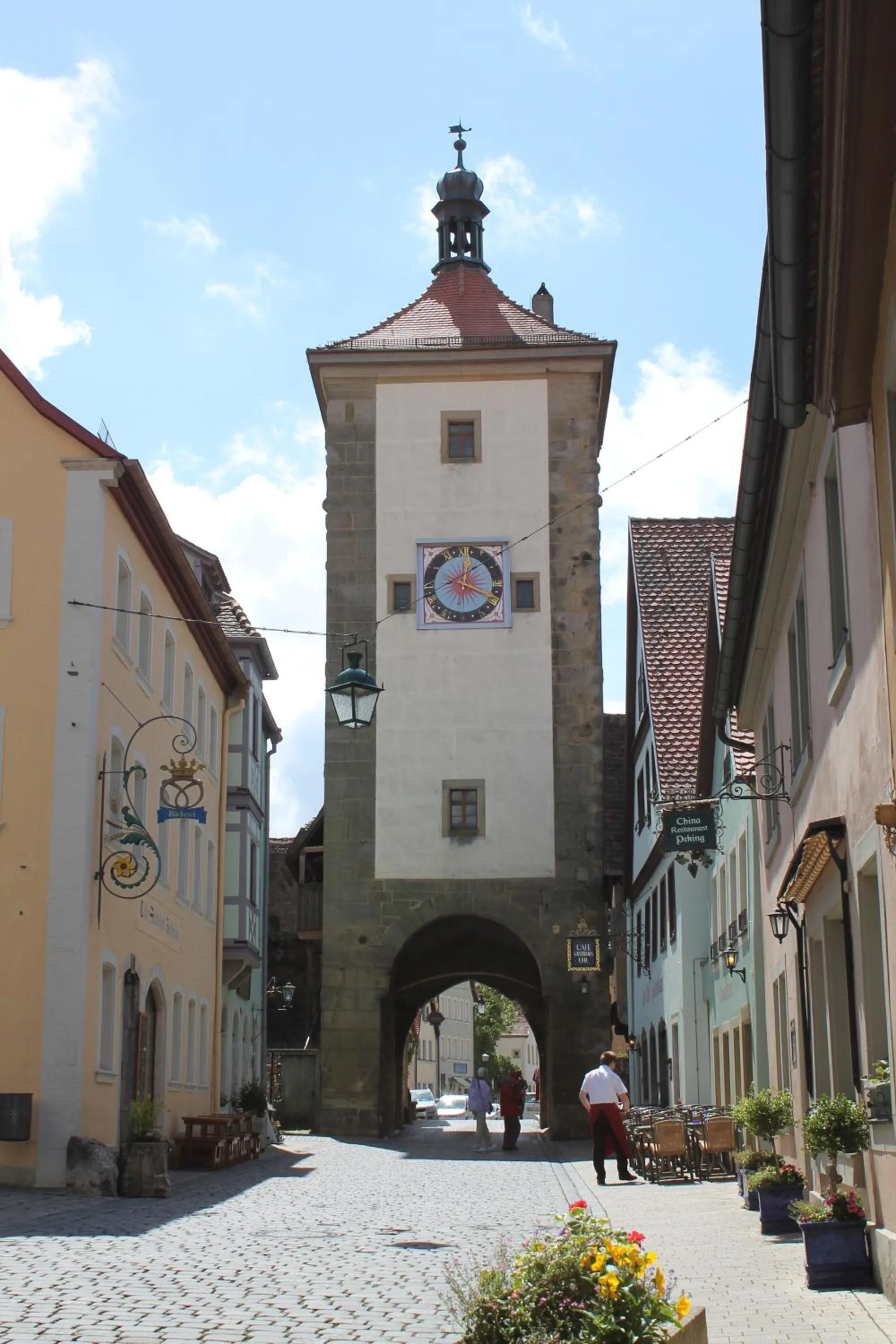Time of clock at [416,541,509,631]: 12:18
